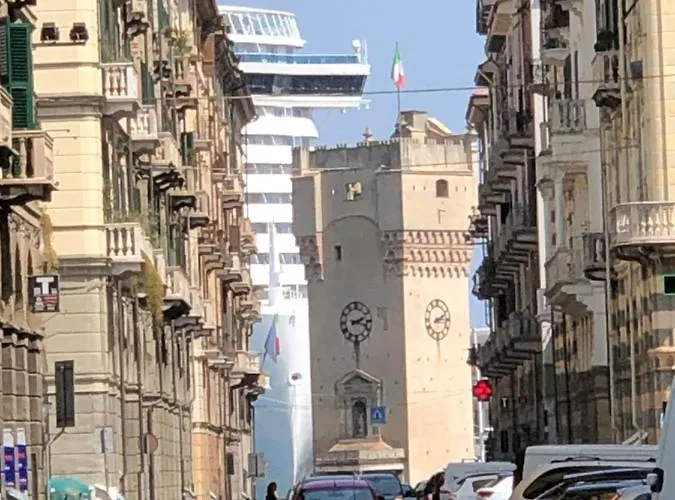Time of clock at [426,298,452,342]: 2:15
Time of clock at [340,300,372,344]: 2:18
